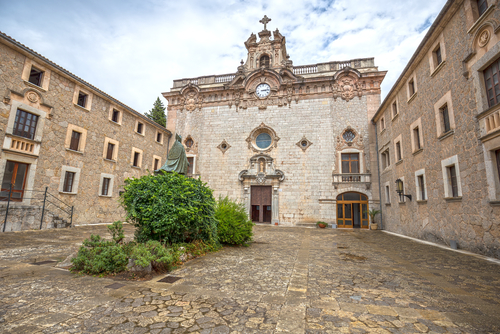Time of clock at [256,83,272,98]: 3:13
